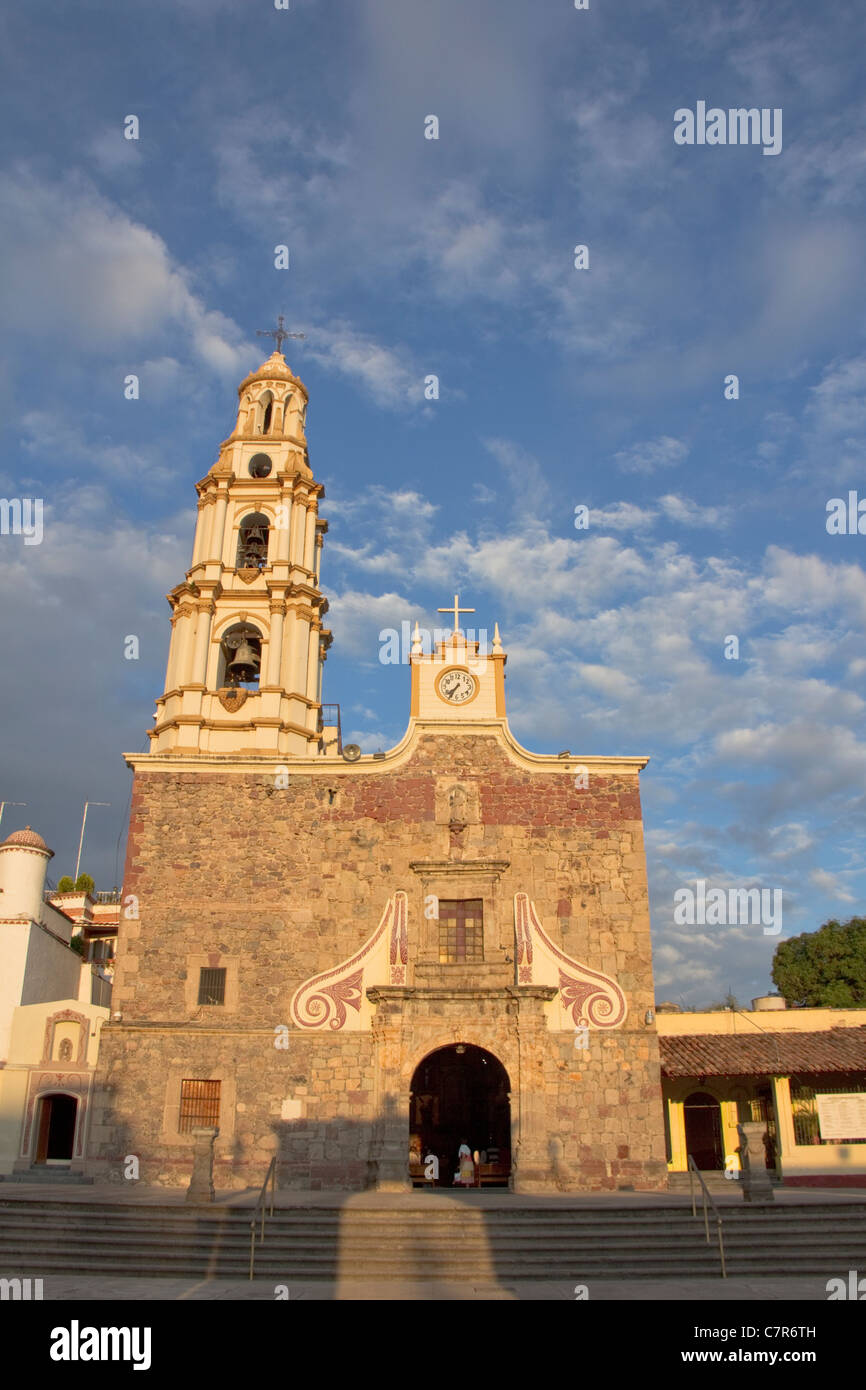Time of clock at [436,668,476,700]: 7:35
